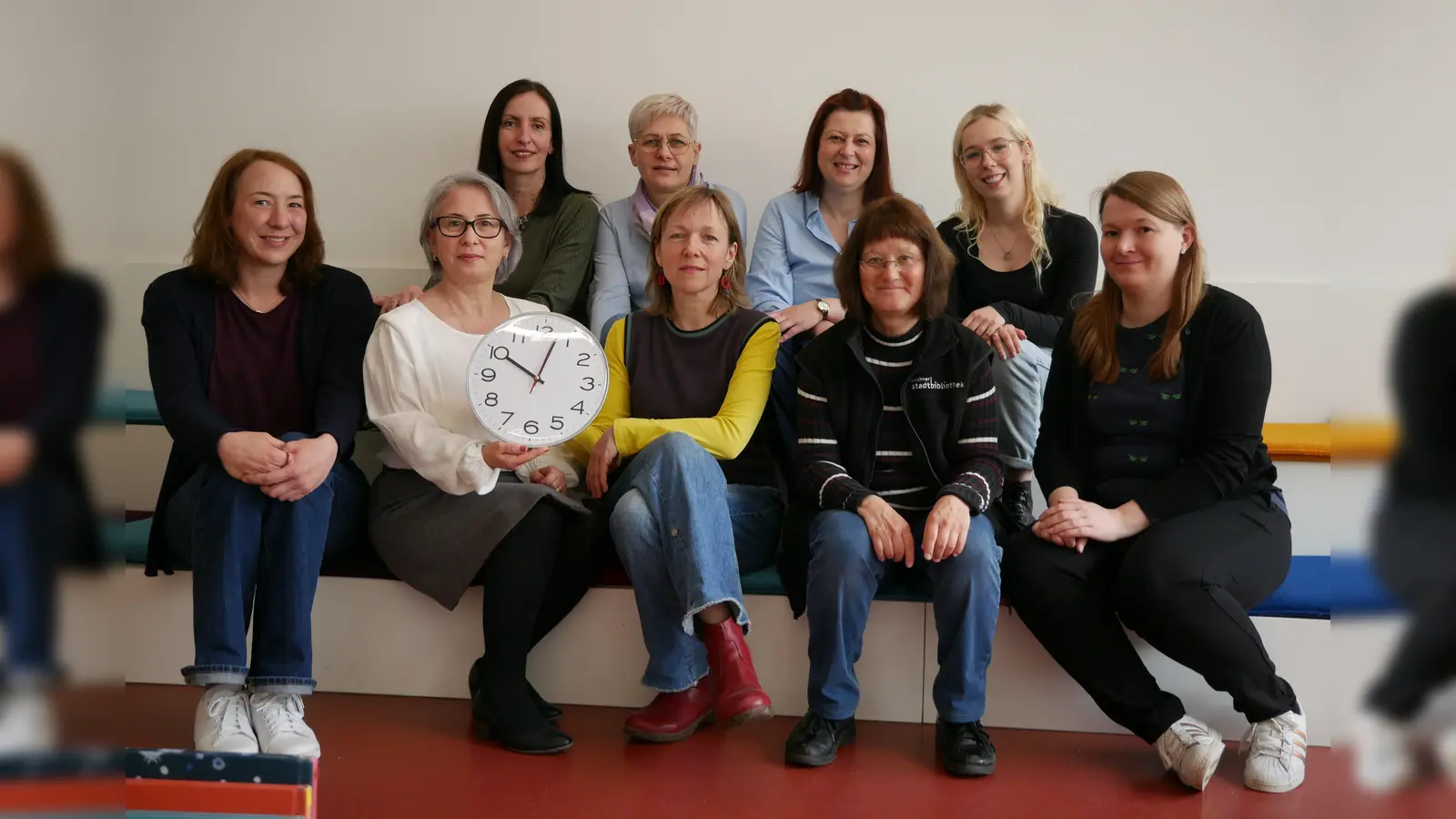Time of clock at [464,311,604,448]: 10:02
